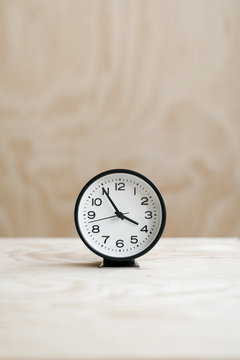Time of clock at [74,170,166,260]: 3:54
